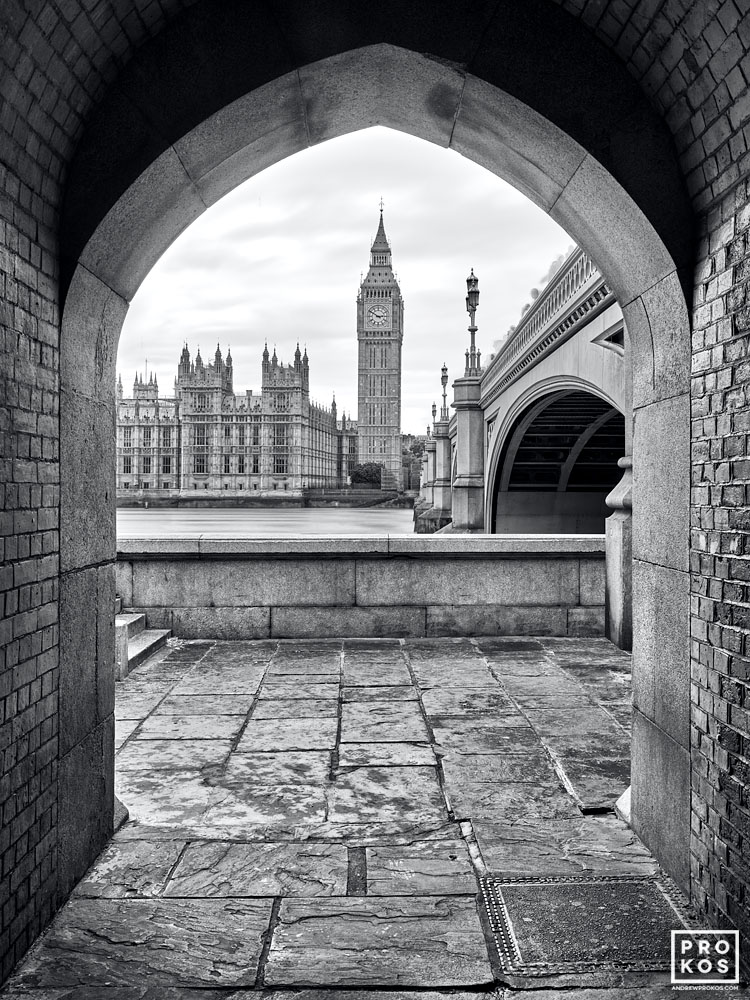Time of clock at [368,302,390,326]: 2:50
